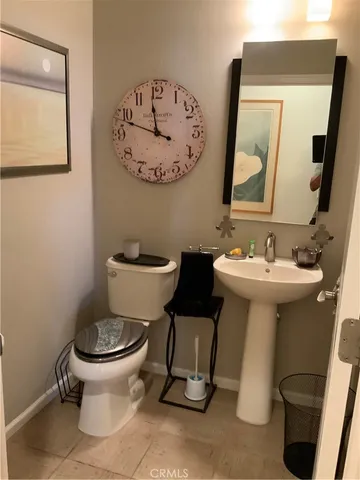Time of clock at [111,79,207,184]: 11:48
